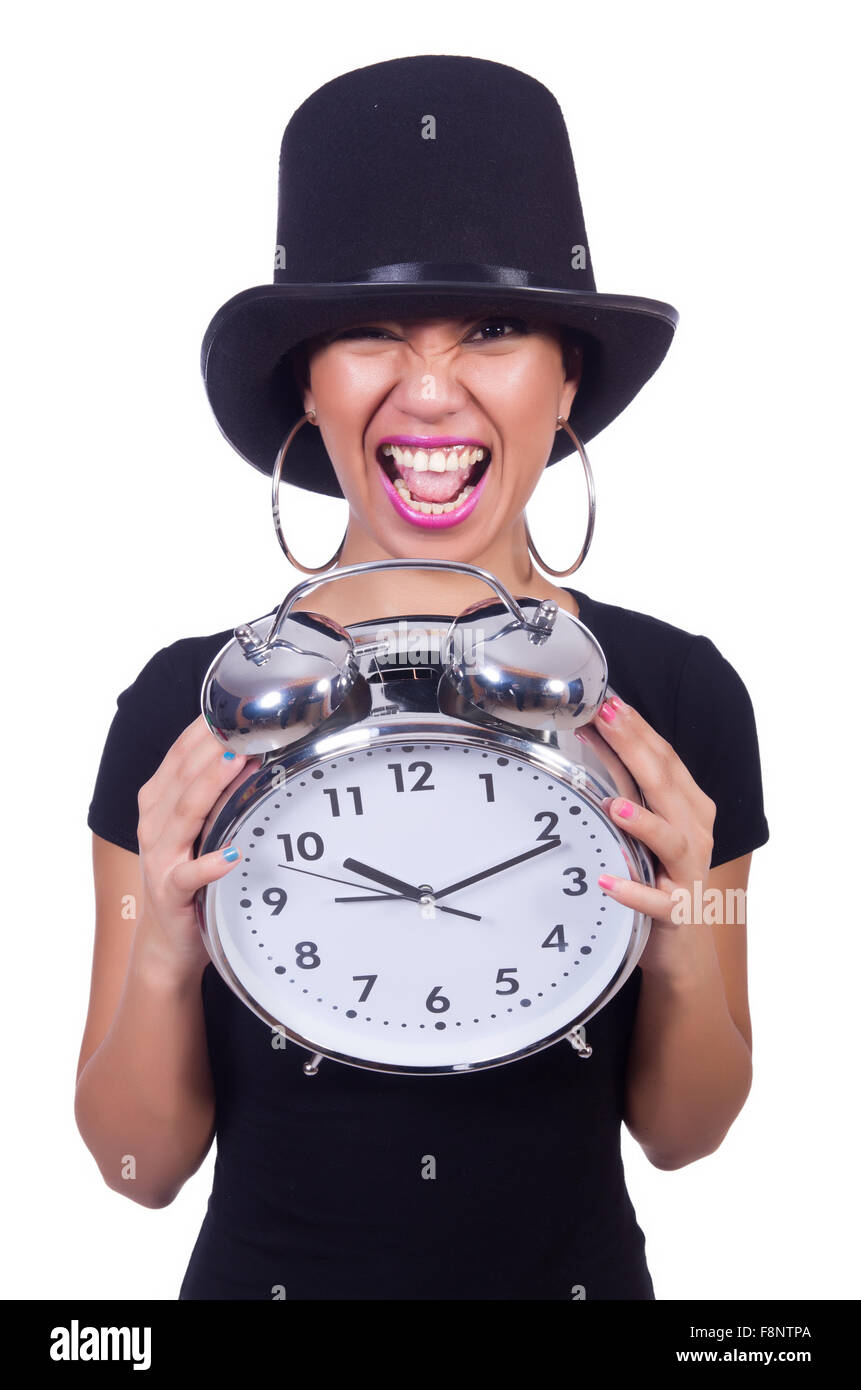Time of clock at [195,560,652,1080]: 10:11
